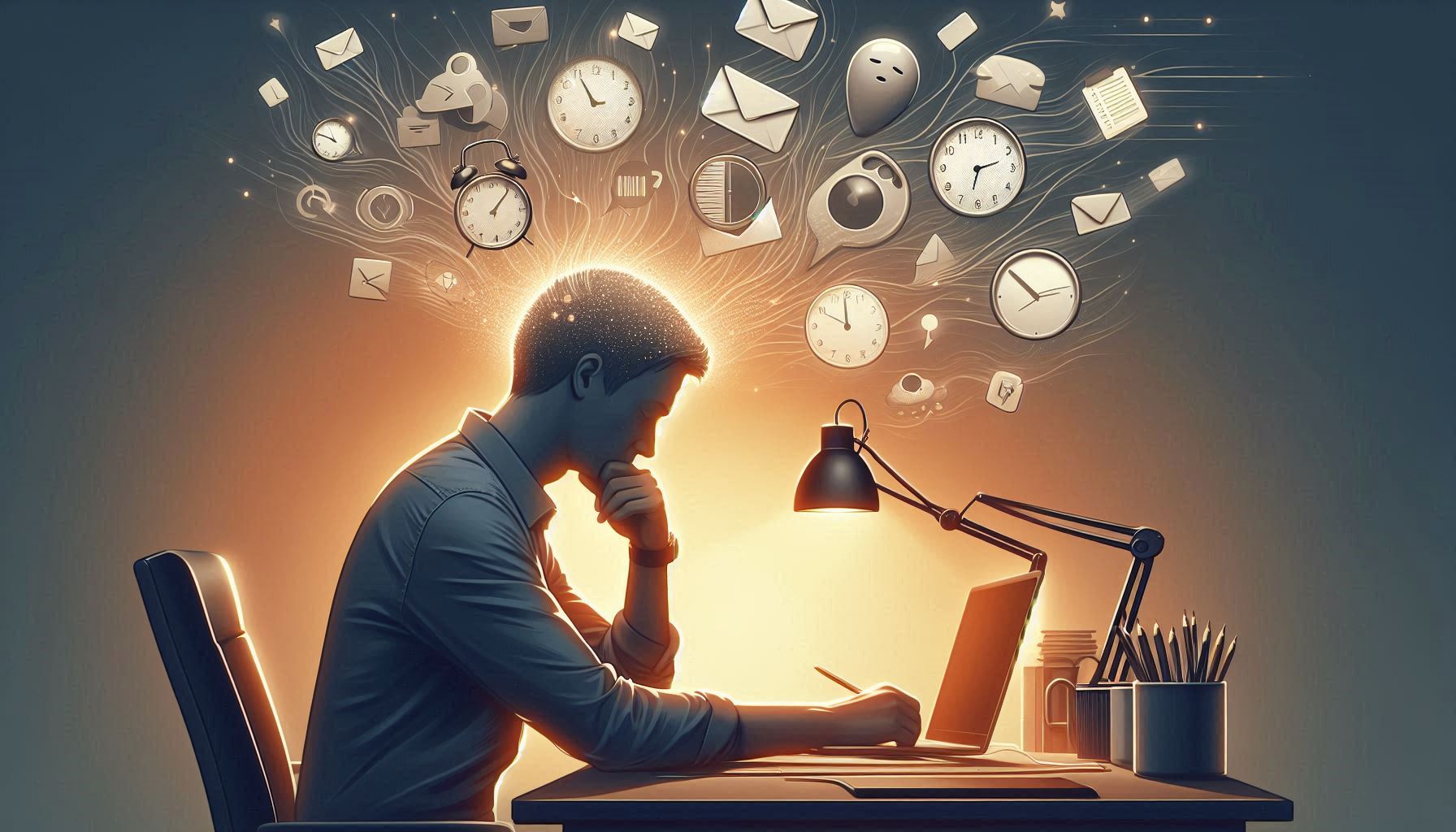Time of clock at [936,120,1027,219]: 2:32
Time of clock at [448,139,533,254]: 1:06
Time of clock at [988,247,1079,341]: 10:12
